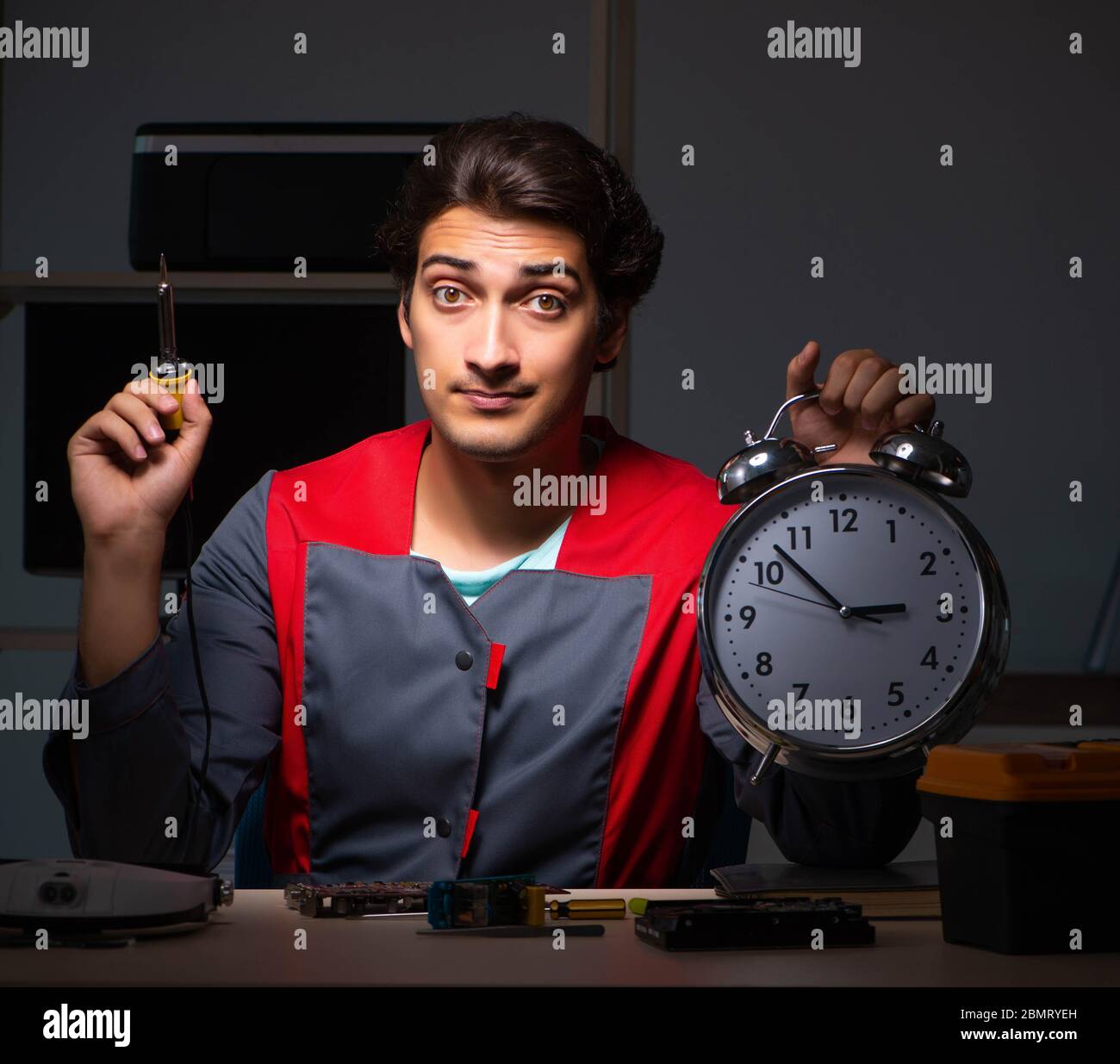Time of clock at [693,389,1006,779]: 2:52
